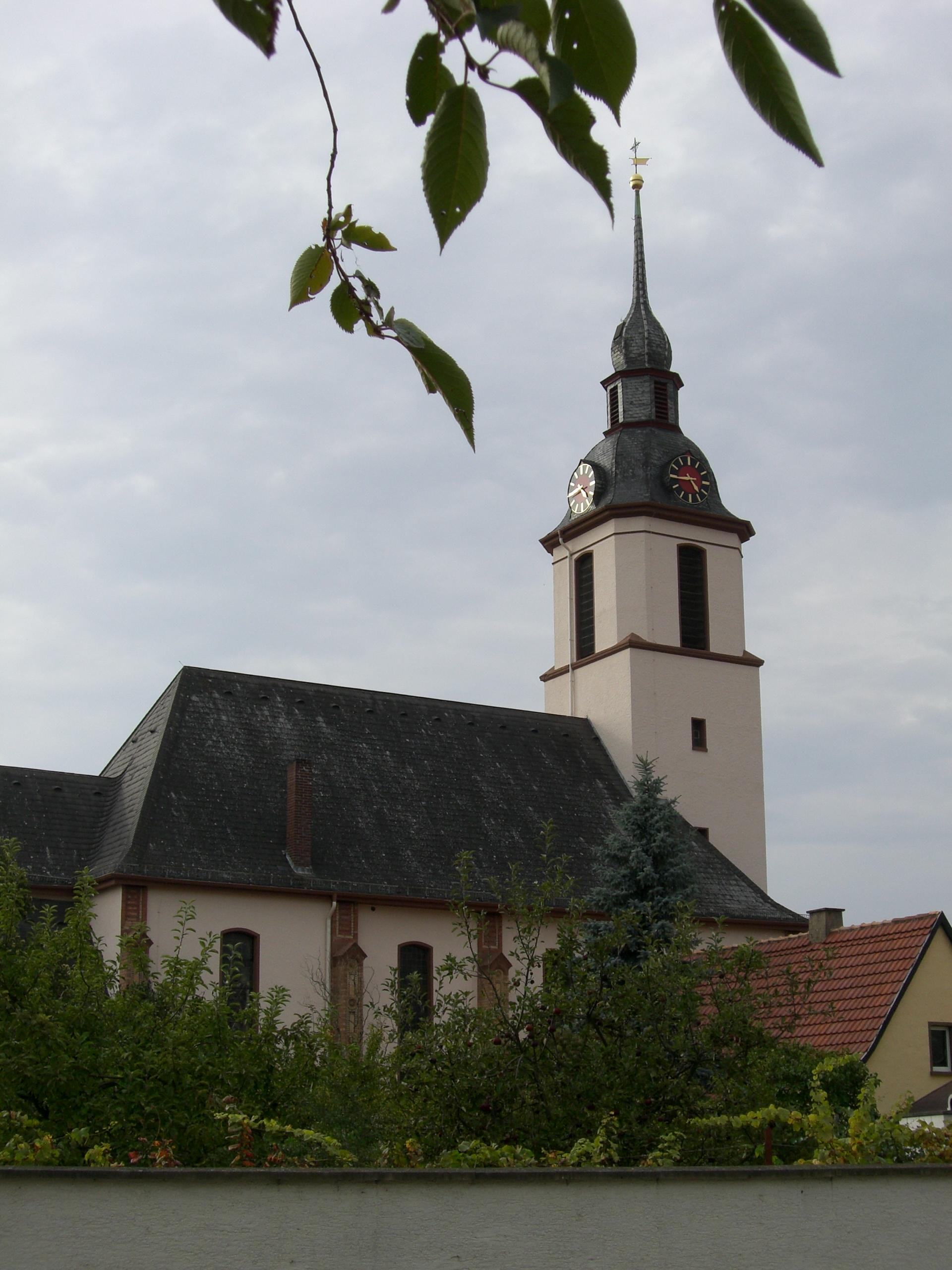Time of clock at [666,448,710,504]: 4:44
